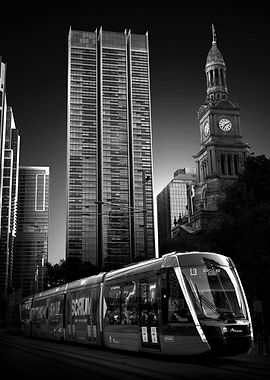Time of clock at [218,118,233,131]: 7:10
